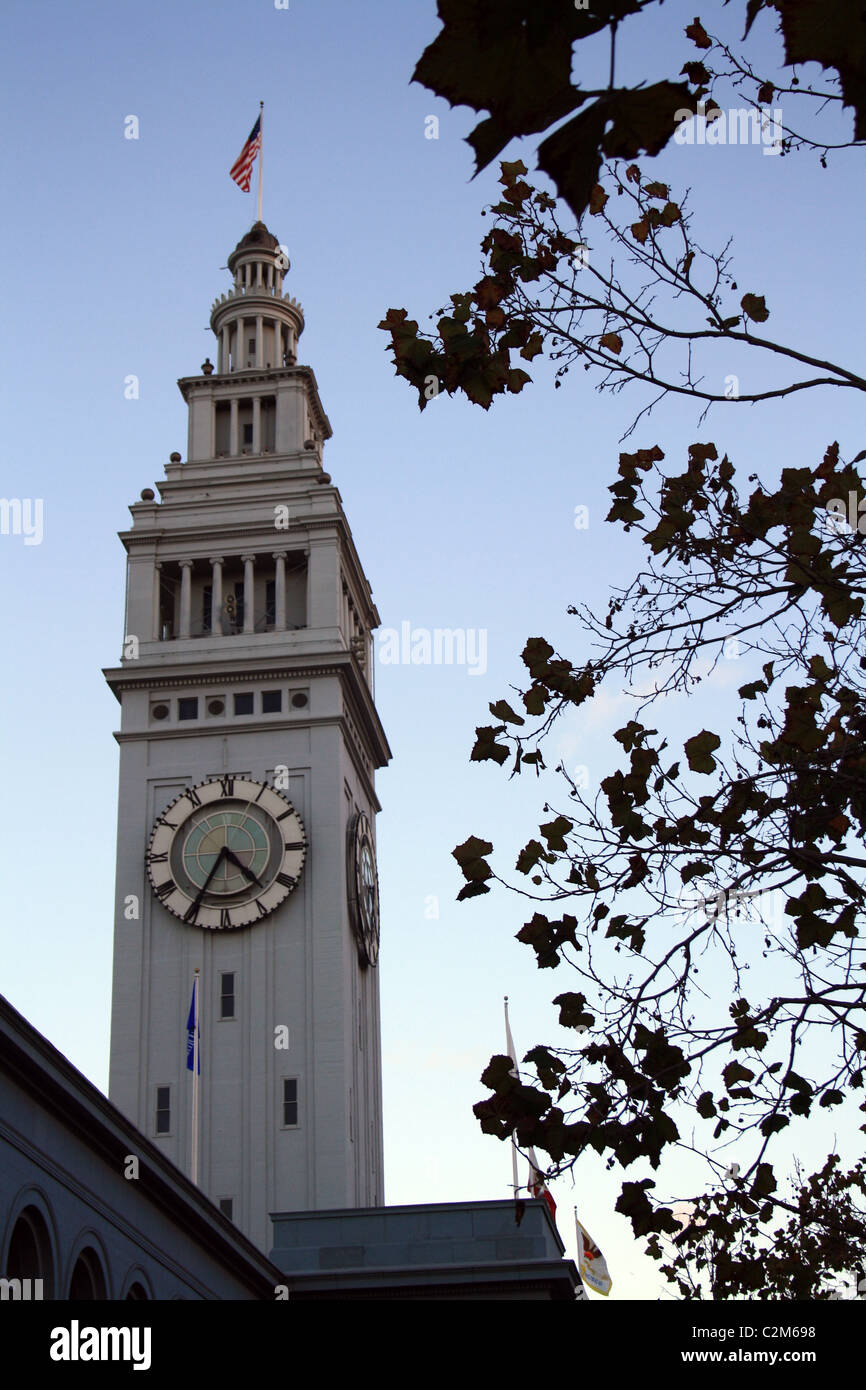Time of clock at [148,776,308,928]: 4:35
